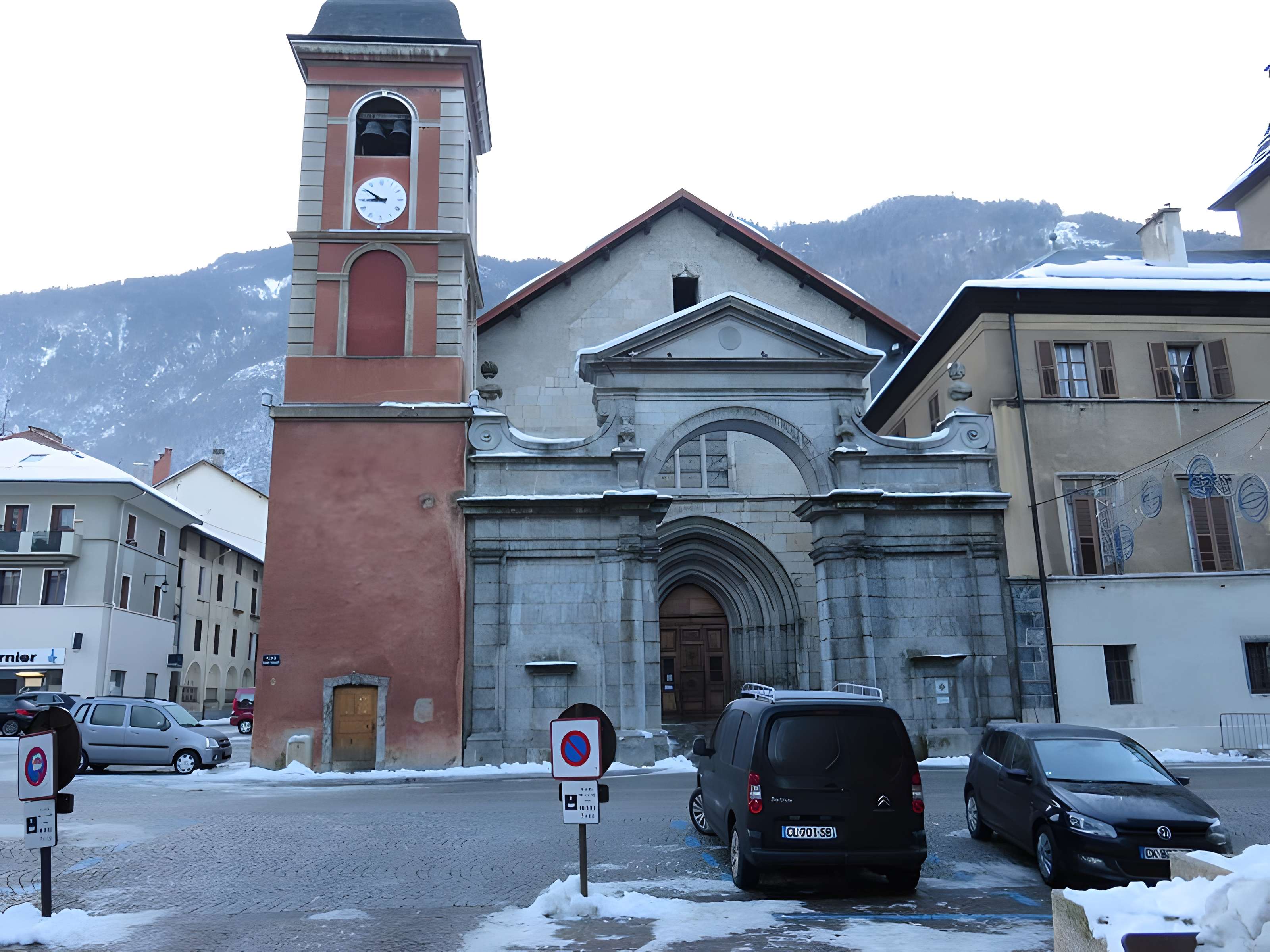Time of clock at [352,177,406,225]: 8:50
